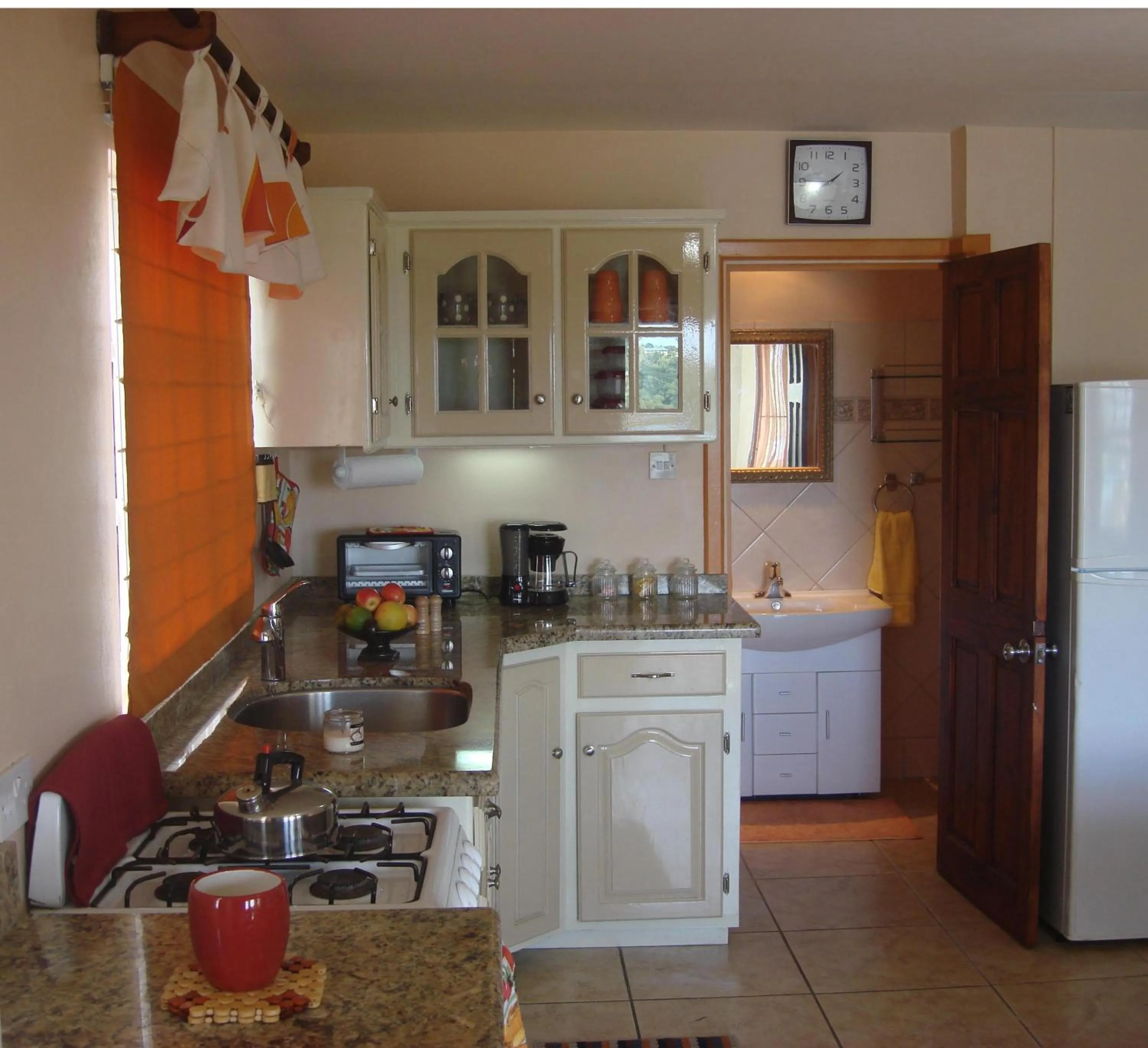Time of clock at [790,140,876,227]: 1:45
